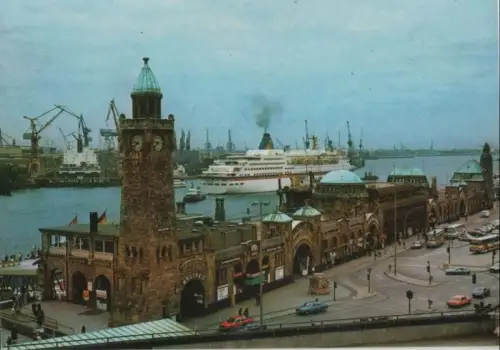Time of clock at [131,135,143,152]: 9:38
